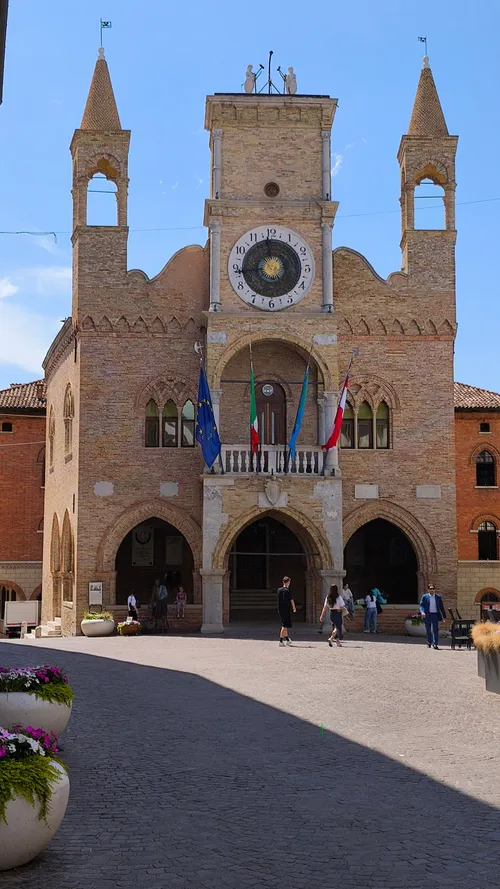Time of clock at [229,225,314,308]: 11:44
